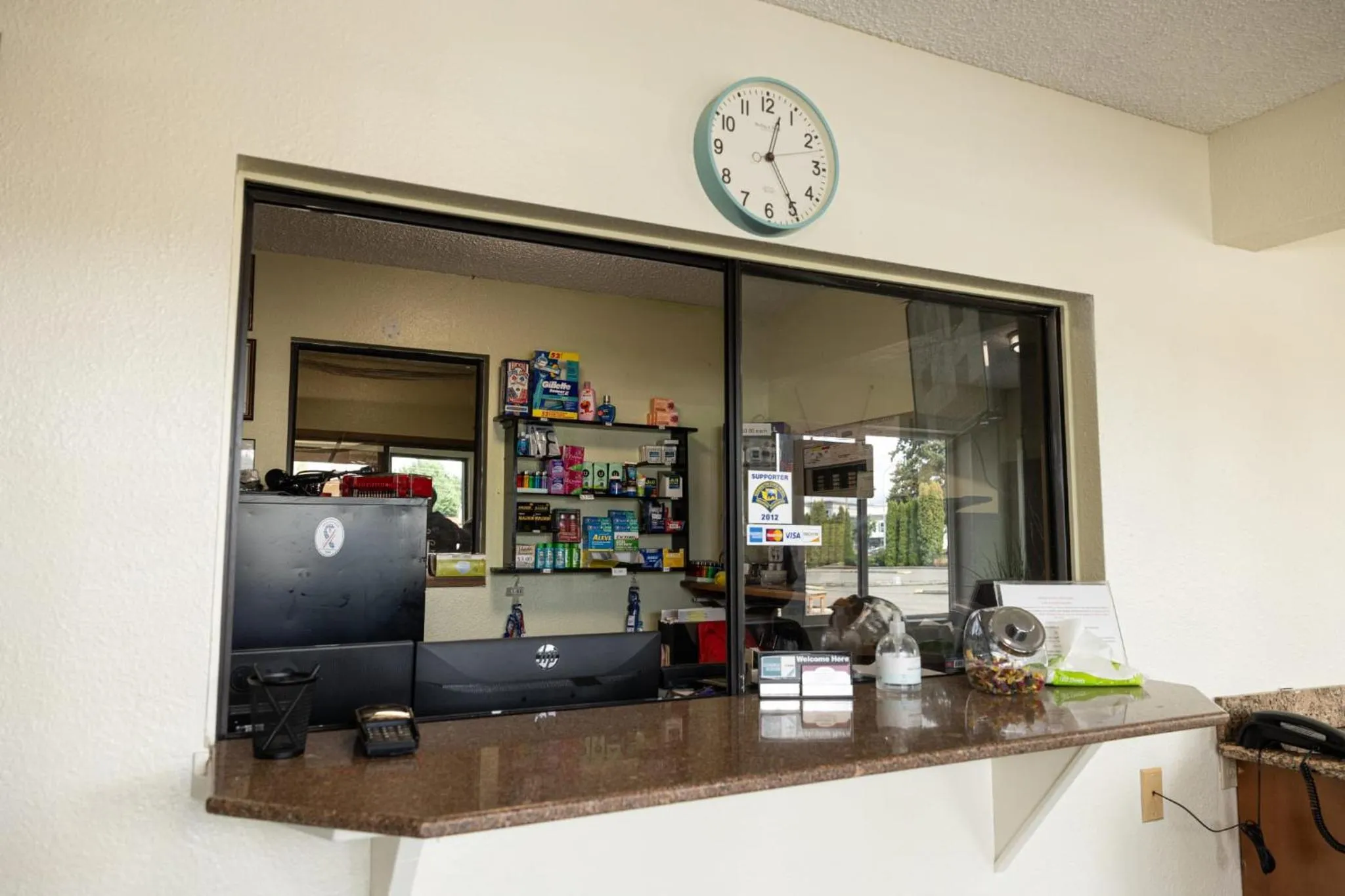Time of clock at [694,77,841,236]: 12:24
